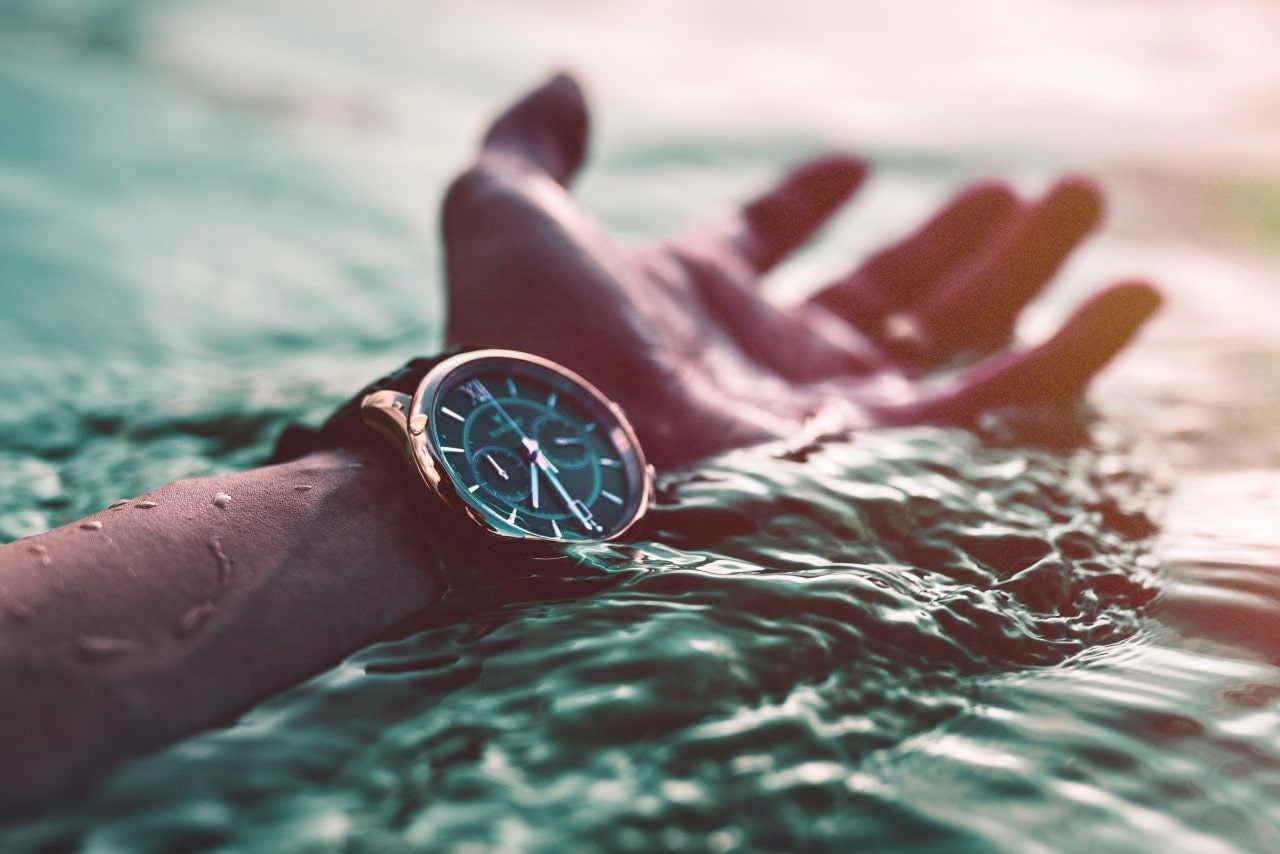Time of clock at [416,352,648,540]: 6:26
